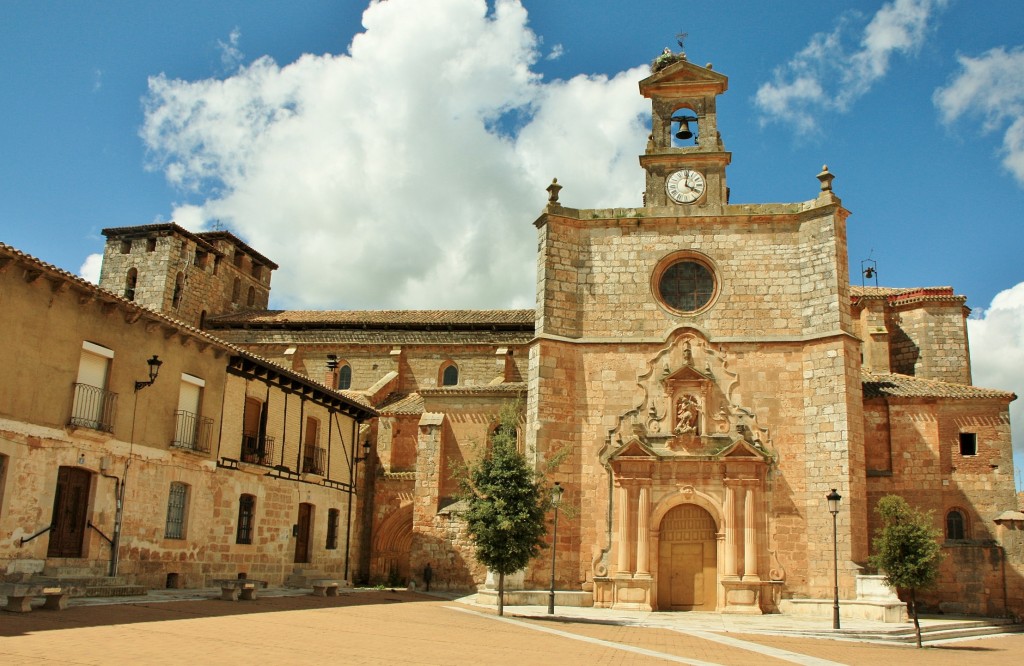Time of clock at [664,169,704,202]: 4:01
